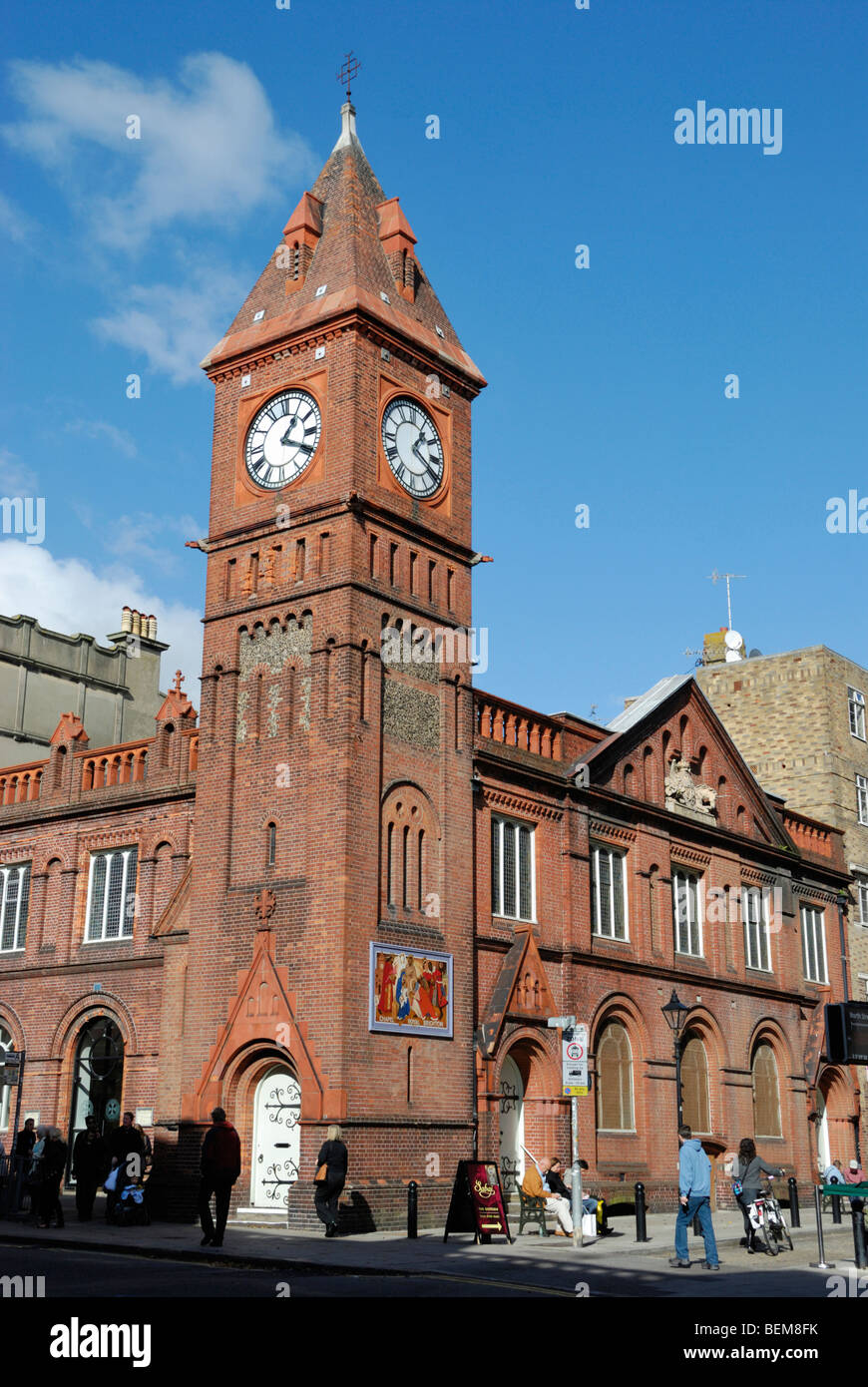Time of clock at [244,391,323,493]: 1:18
